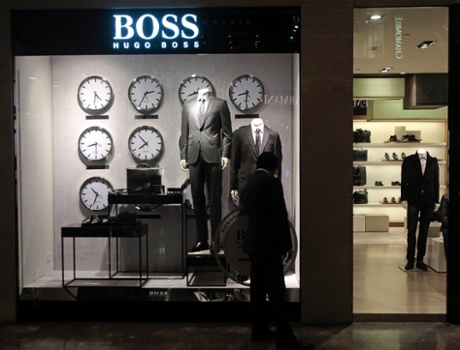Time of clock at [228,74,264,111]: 8:30
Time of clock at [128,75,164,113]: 2:35
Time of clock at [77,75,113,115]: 4:31
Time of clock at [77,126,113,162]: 8:29
